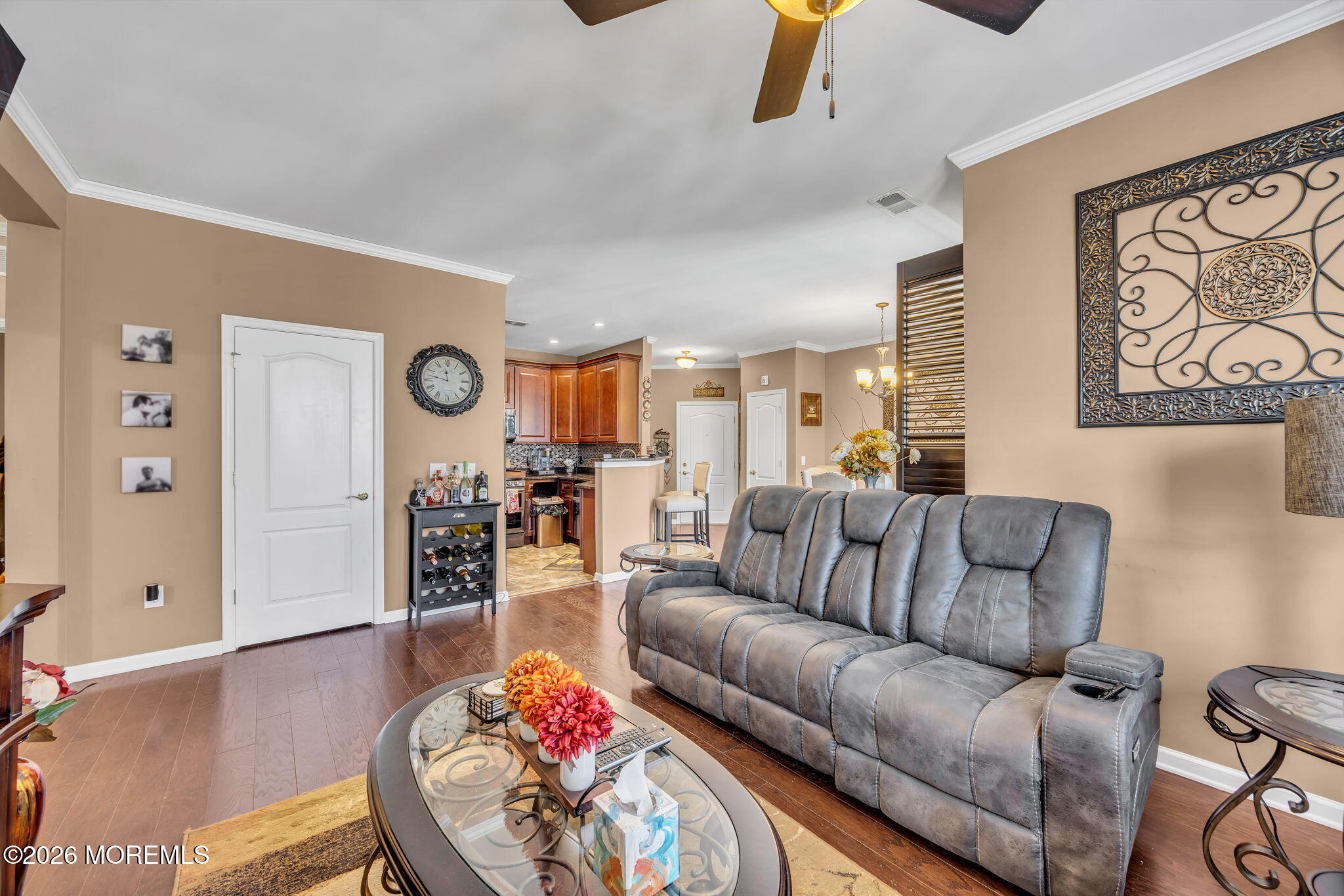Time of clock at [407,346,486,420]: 11:47
